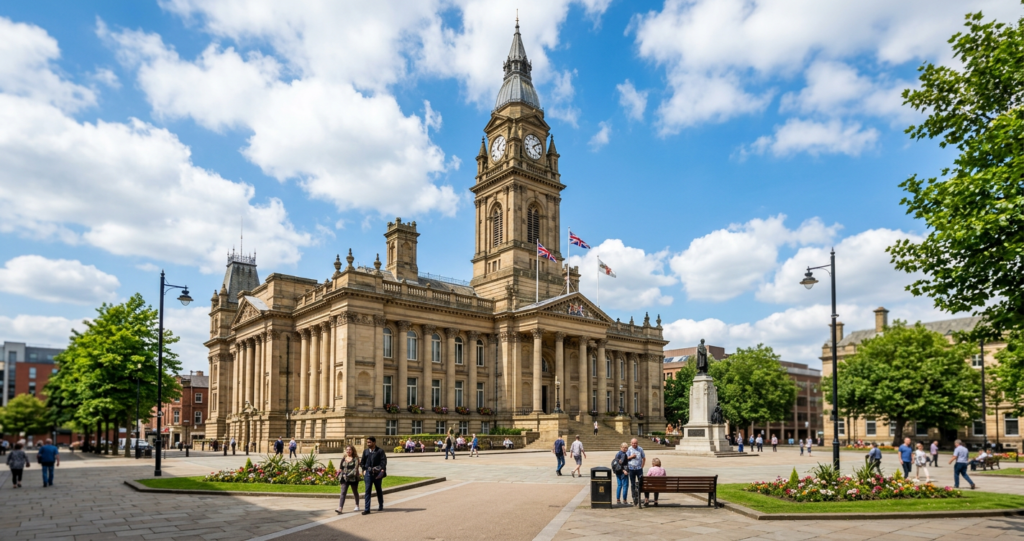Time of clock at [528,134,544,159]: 4:08
